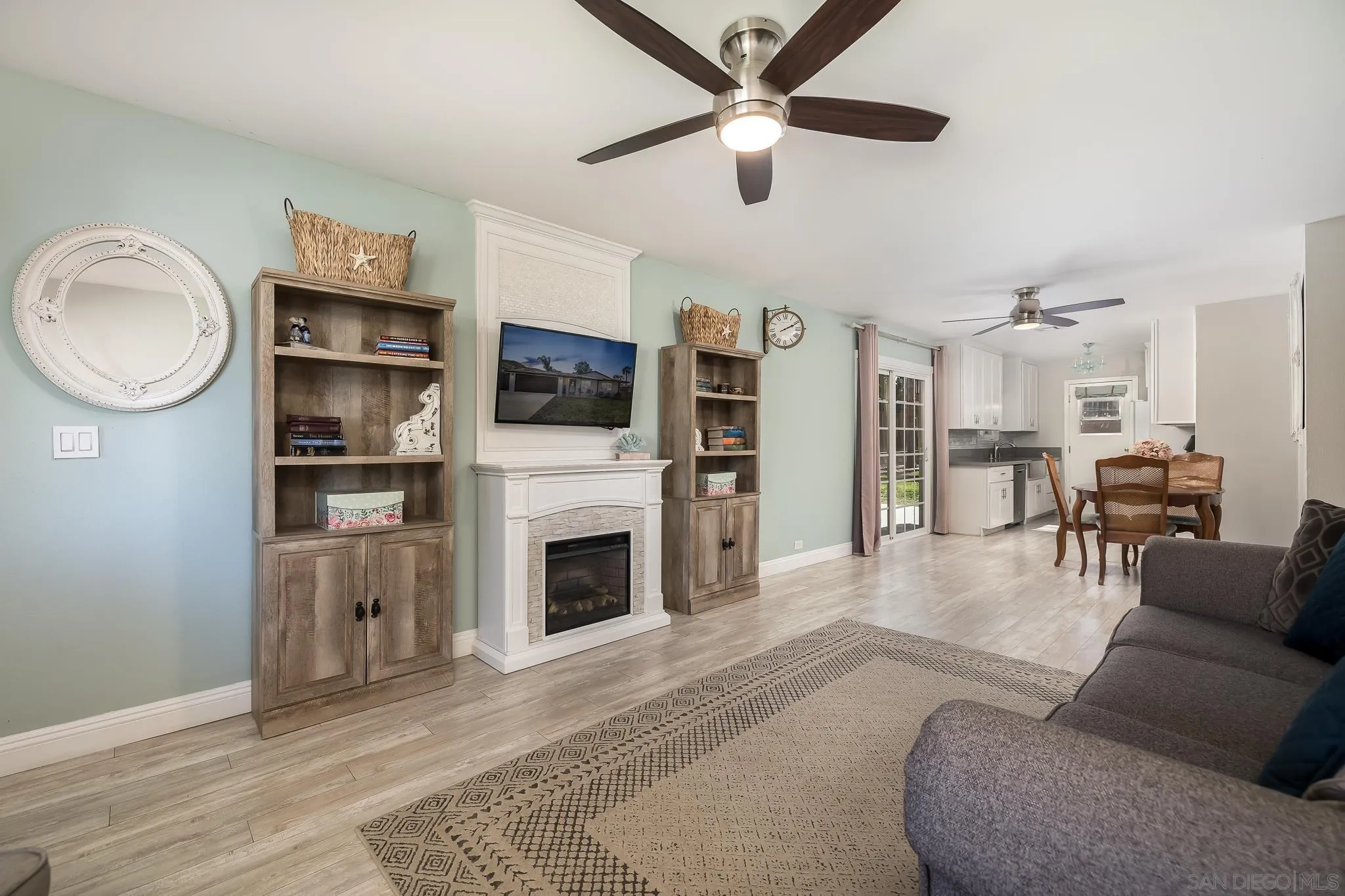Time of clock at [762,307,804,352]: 2:10
